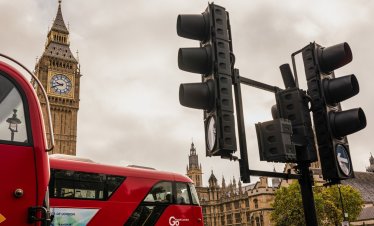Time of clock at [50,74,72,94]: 9:41
